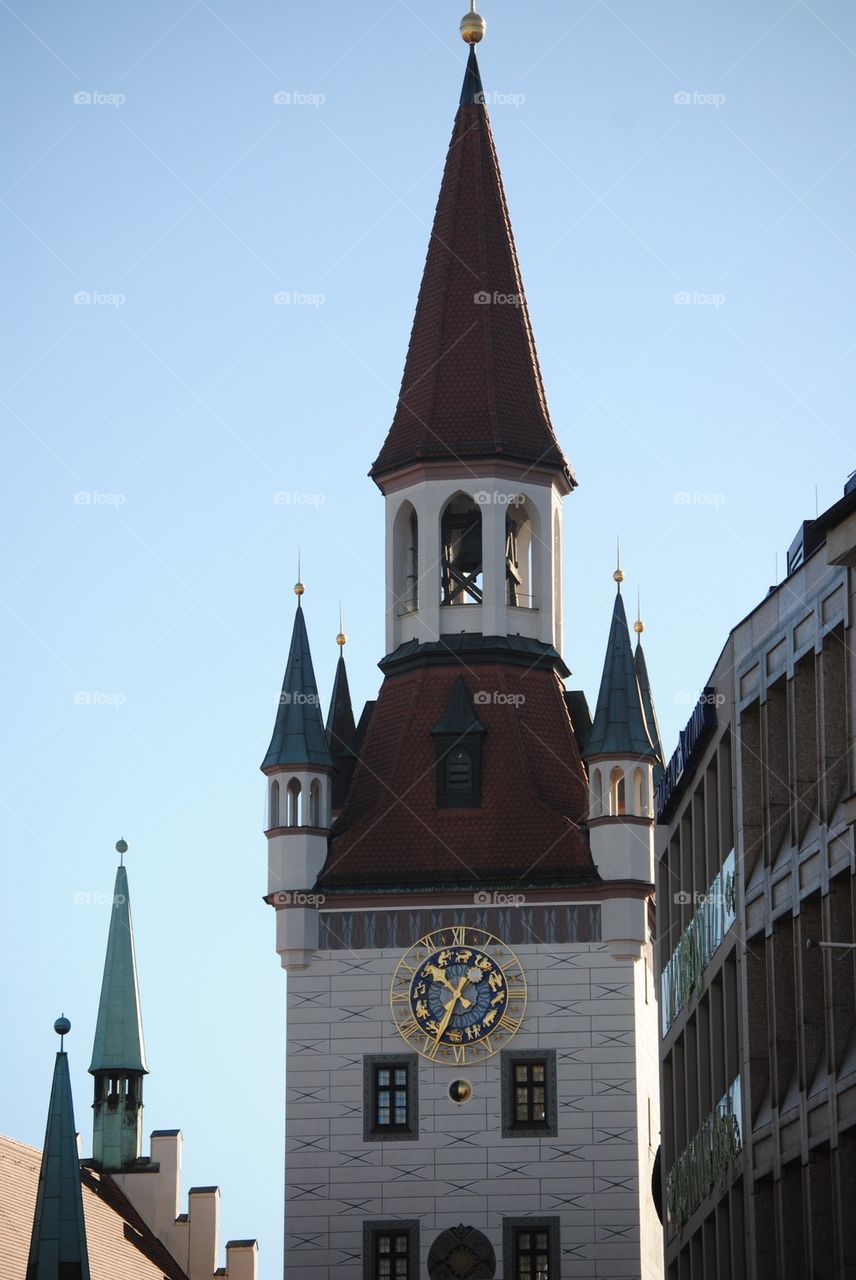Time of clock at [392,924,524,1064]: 10:34
